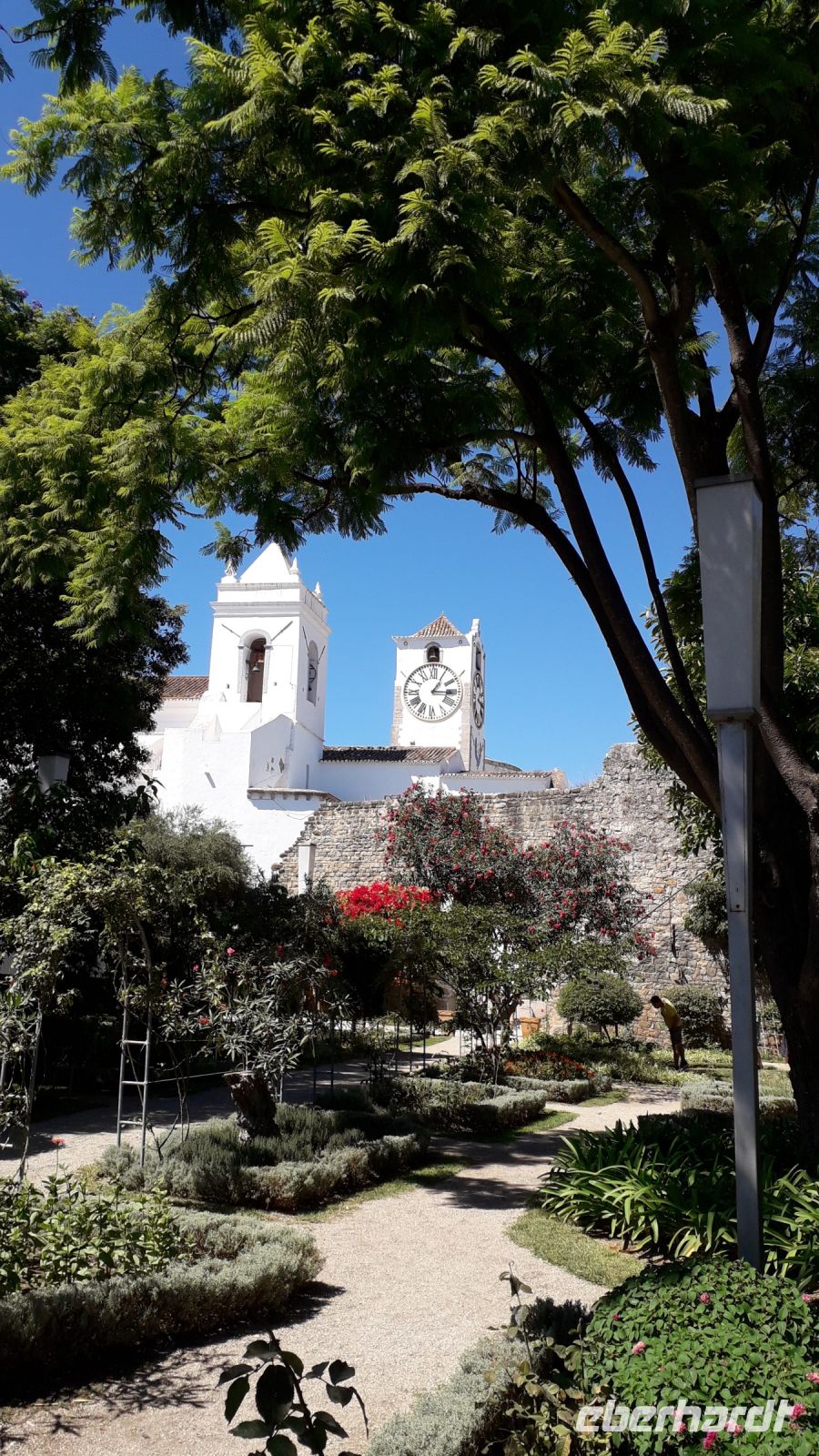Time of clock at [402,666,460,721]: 3:05
